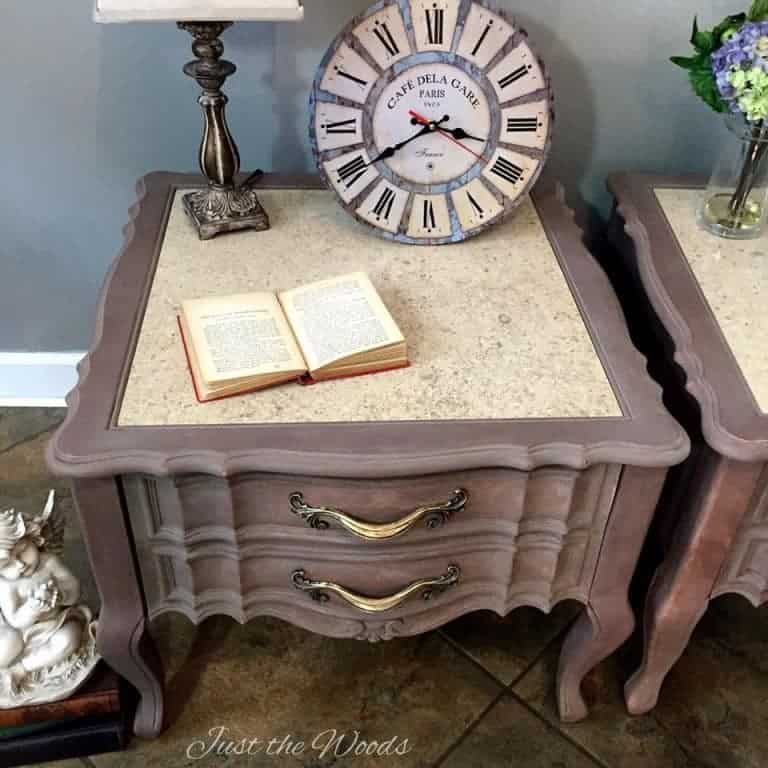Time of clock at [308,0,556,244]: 3:39
